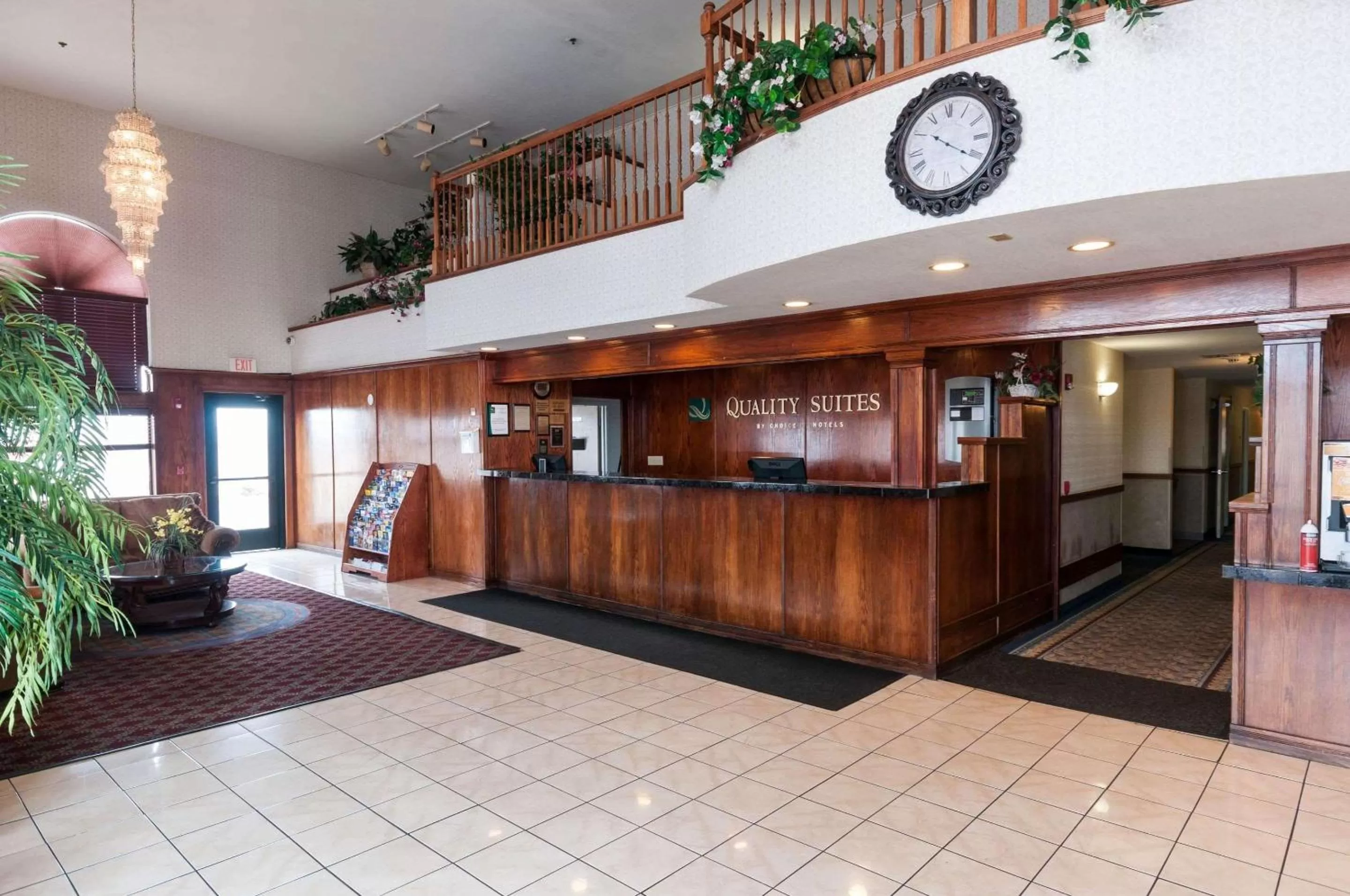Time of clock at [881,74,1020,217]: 10:20
